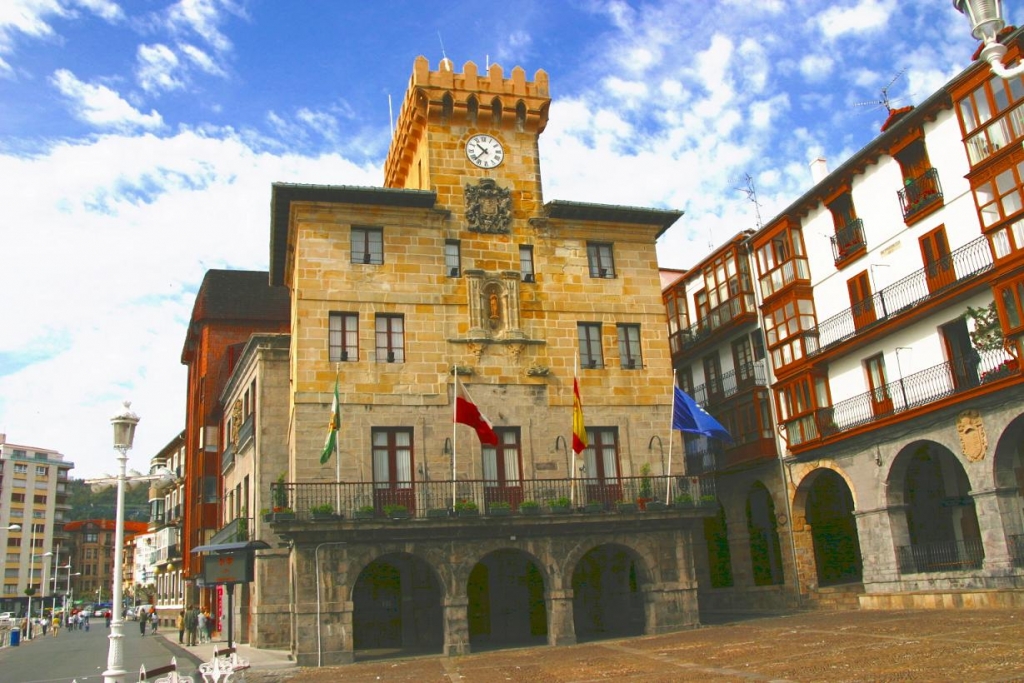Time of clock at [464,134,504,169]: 10:37
